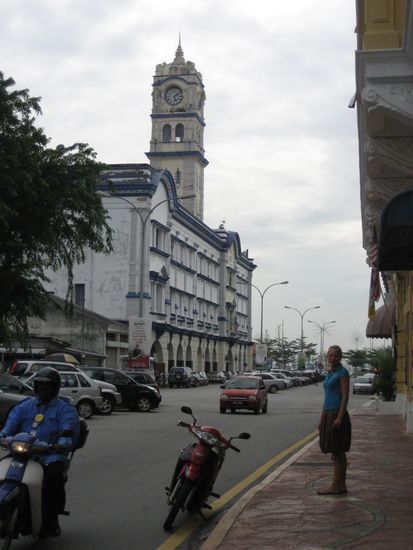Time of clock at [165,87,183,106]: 5:09
